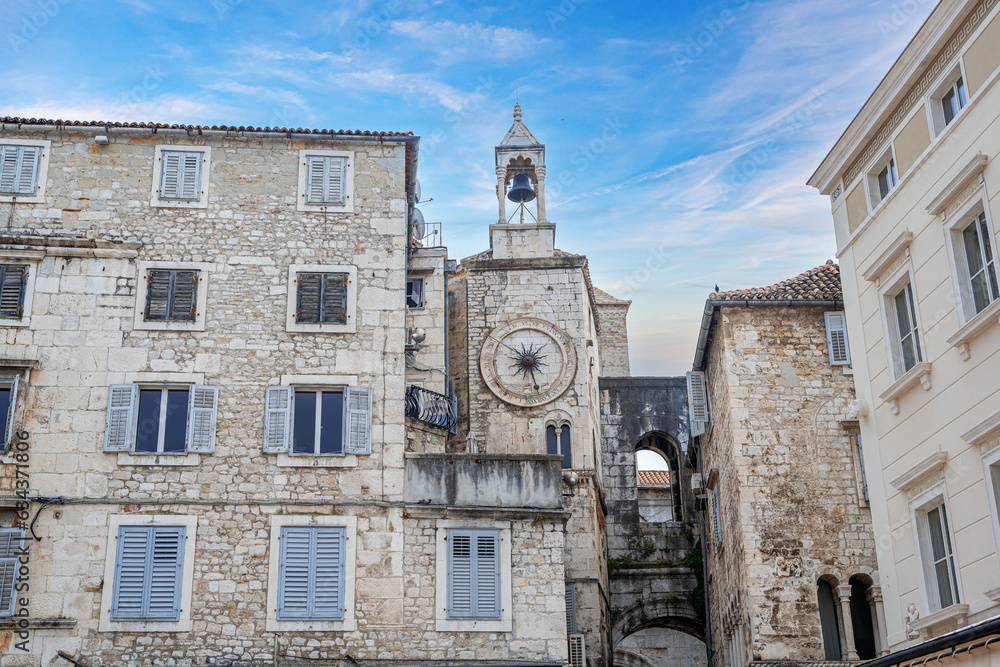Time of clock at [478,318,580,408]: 1:26
